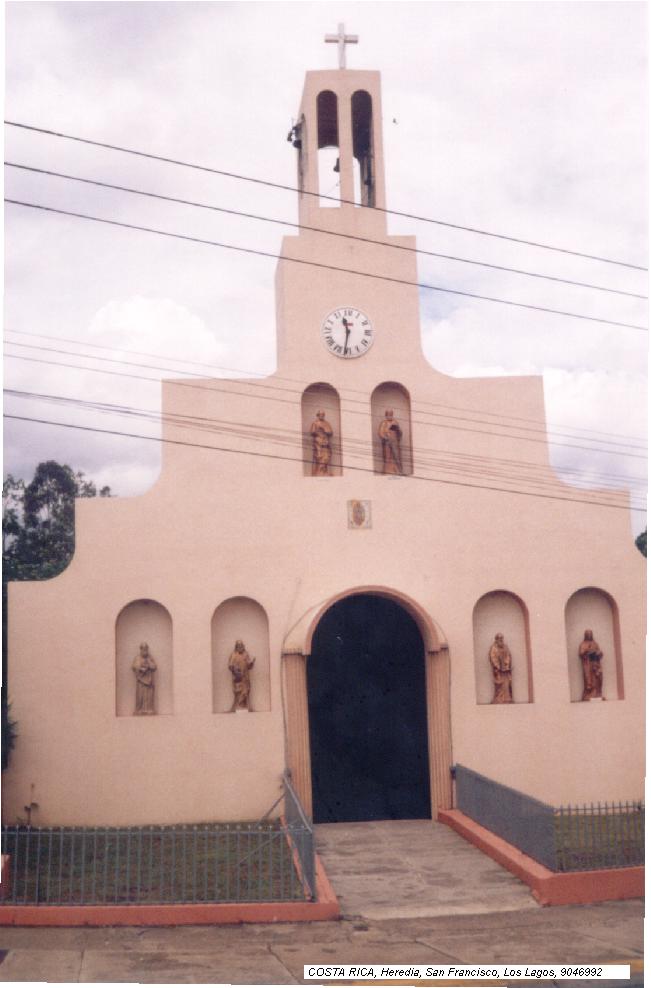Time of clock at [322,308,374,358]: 11:31
